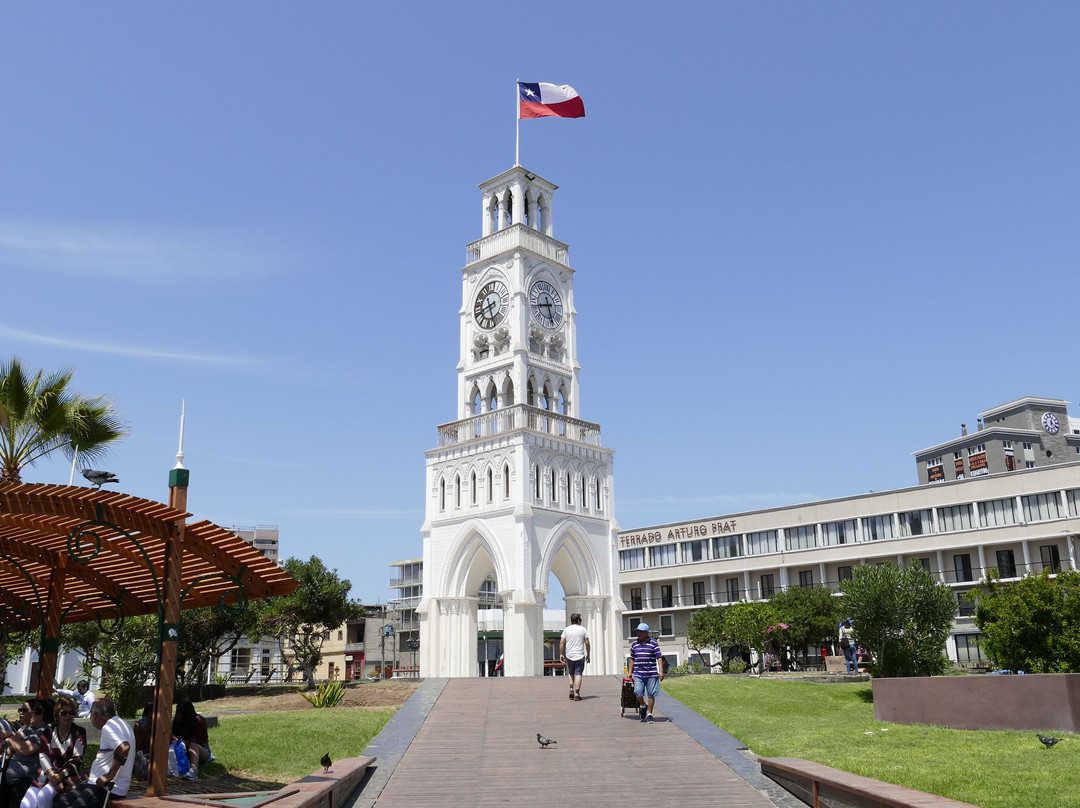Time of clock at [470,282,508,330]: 8:26
